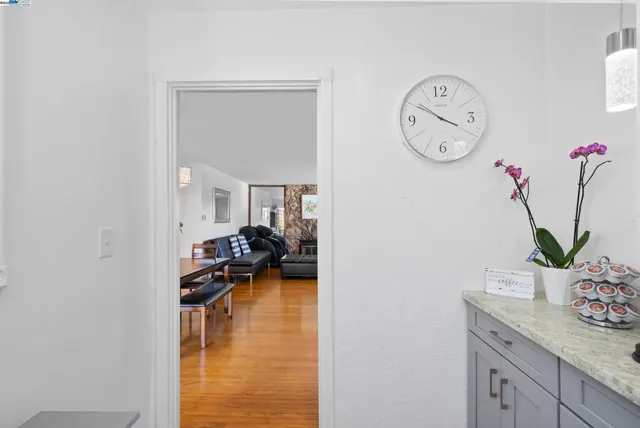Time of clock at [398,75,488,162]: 3:50
